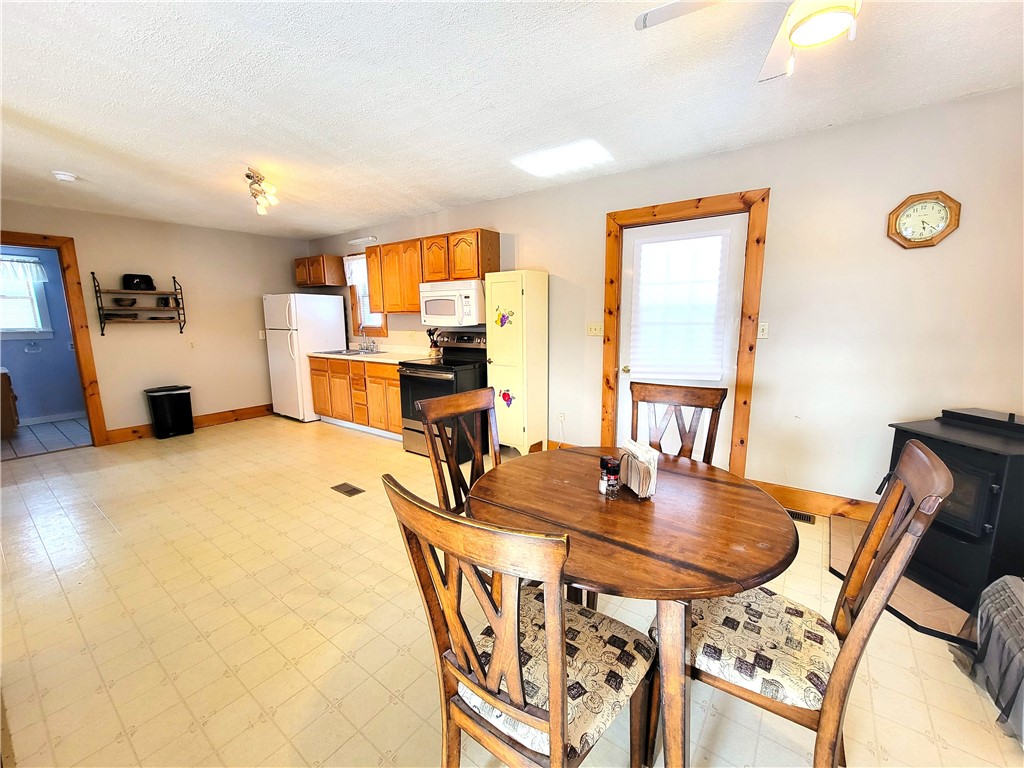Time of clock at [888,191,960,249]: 5:21
